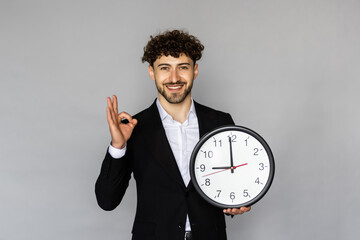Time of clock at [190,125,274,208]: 8:59
